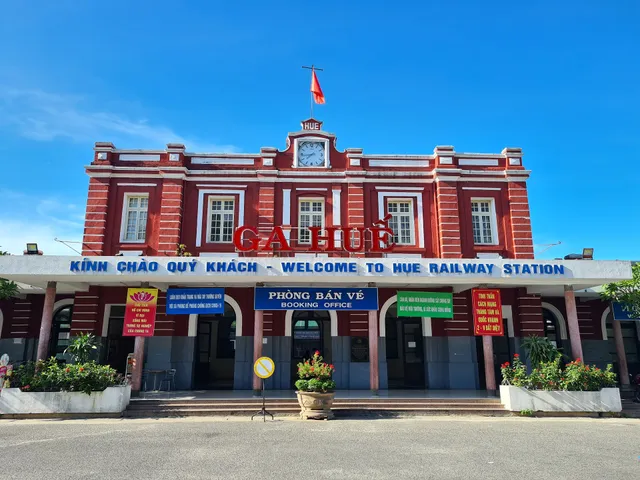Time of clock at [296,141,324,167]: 7:43
